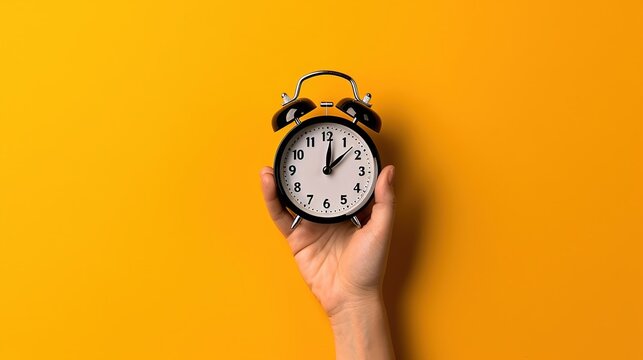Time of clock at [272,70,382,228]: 12:07
